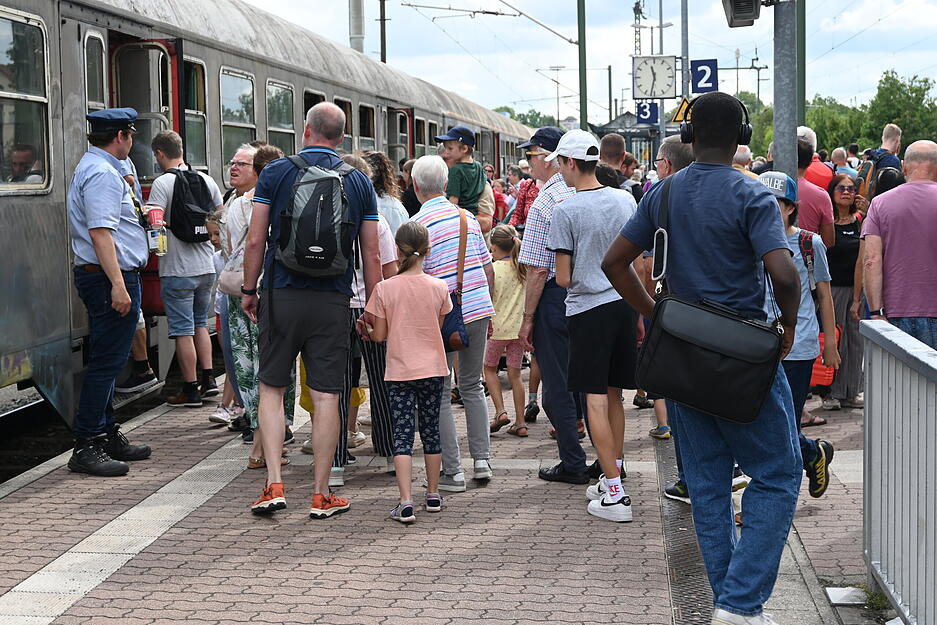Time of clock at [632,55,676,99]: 11:31
